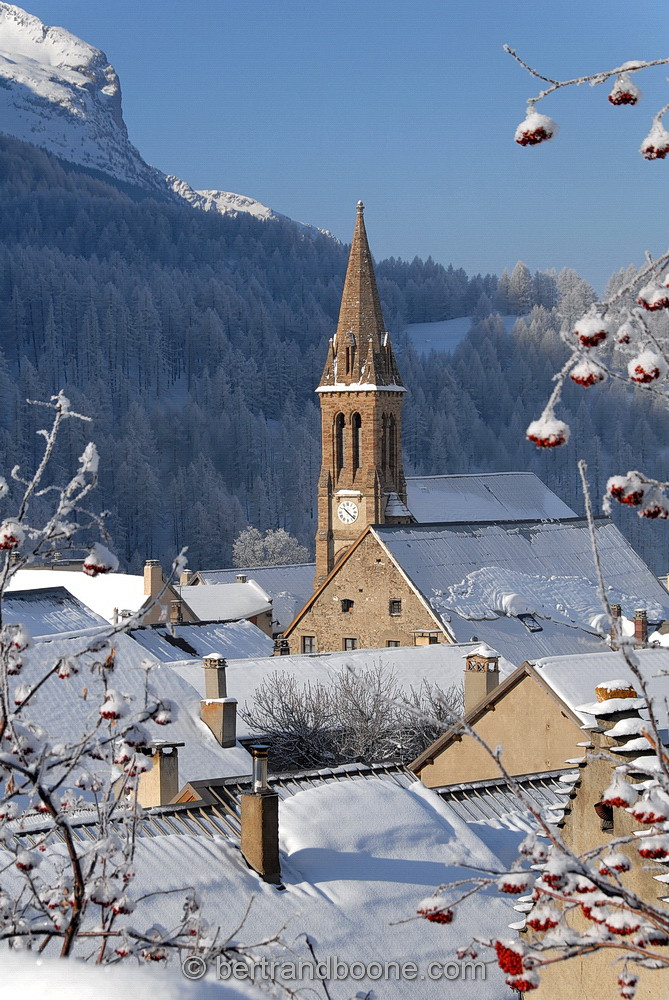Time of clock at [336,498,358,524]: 10:21
